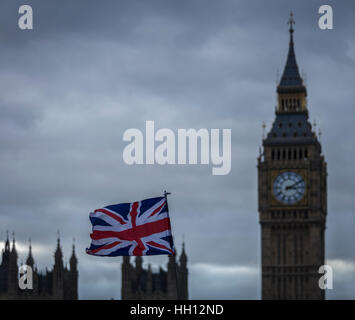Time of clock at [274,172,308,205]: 3:10
